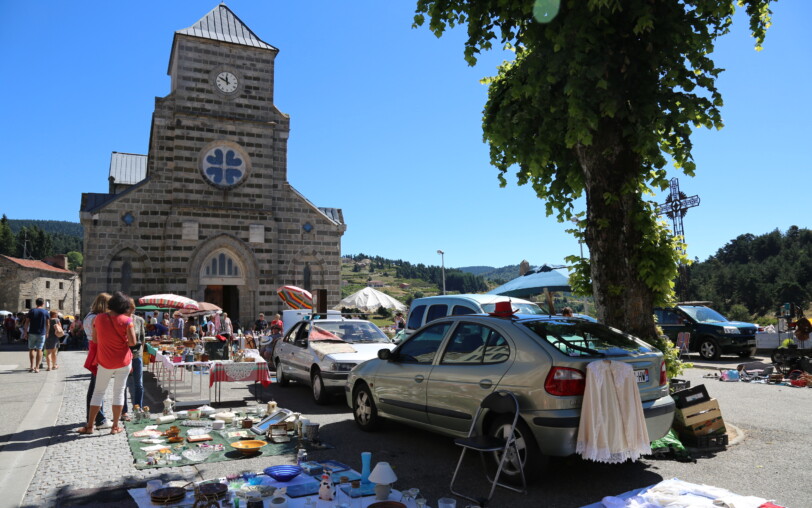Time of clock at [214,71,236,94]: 11:49
